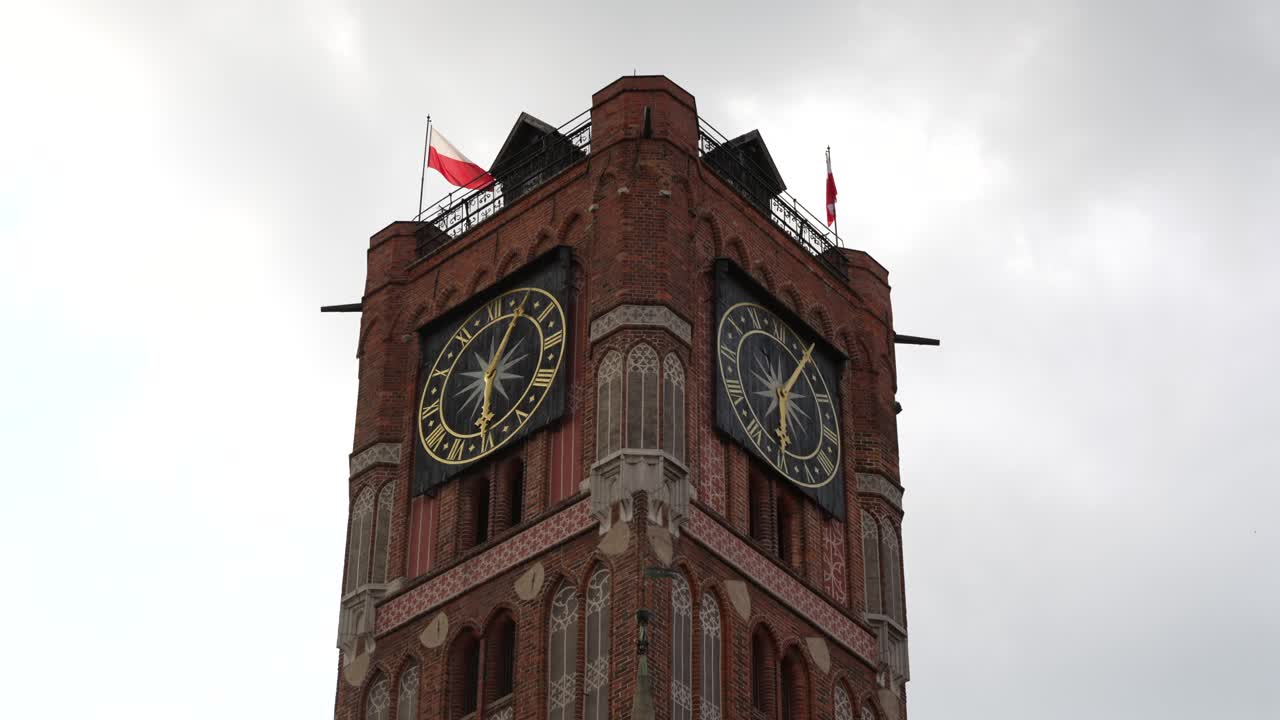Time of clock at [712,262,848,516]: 6:06
